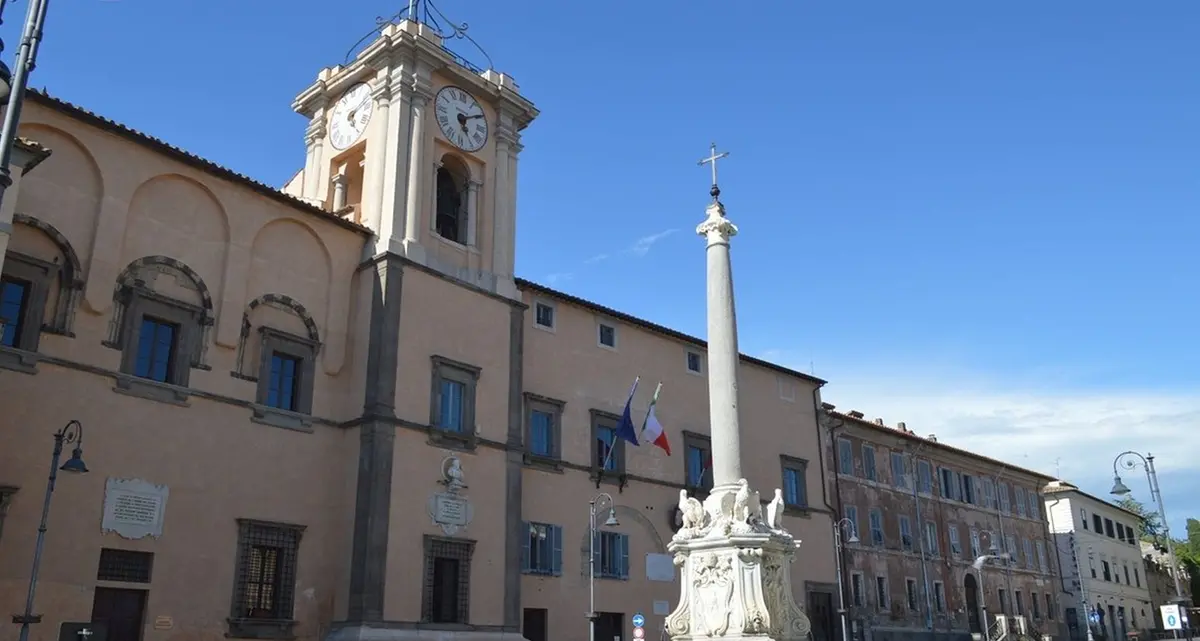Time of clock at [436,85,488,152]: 5:09
